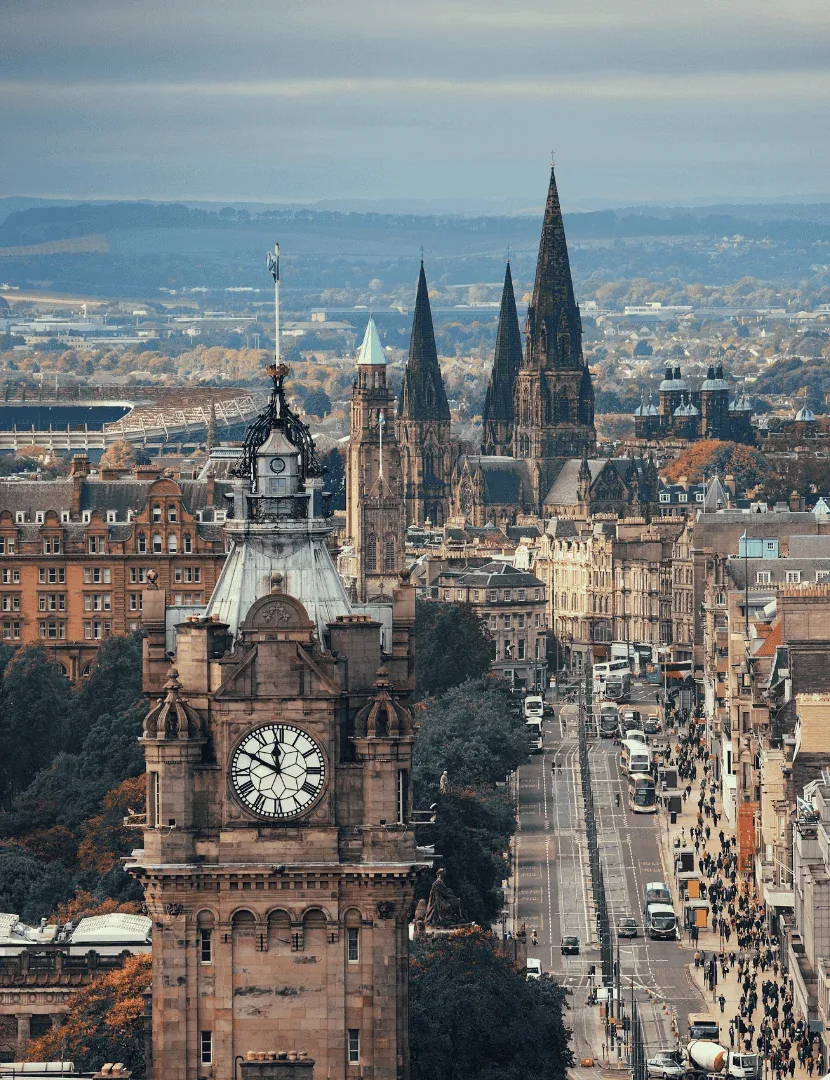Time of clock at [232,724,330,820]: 11:49
